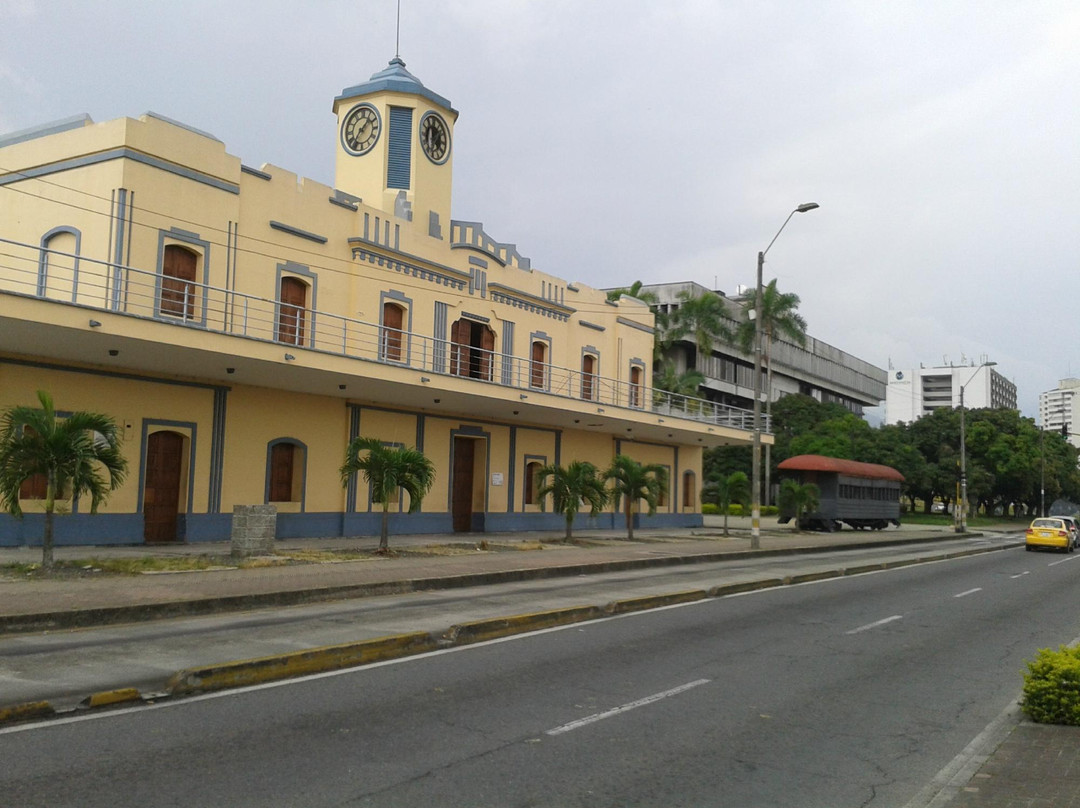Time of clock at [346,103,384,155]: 1:36
